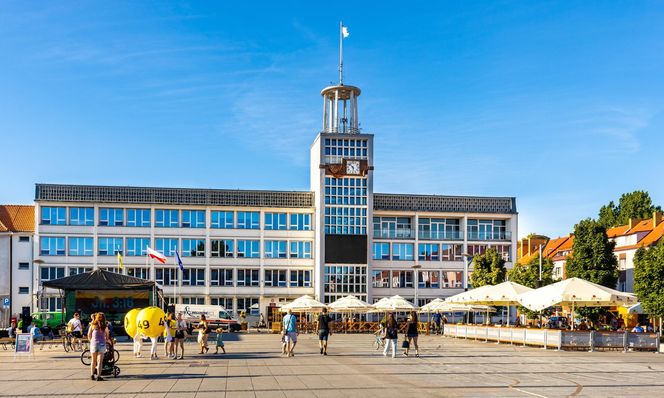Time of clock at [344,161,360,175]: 5:51
